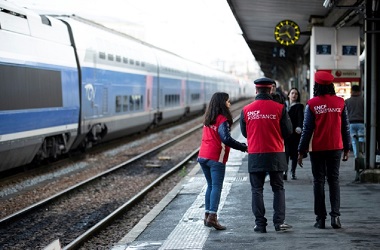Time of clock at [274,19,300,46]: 4:42
